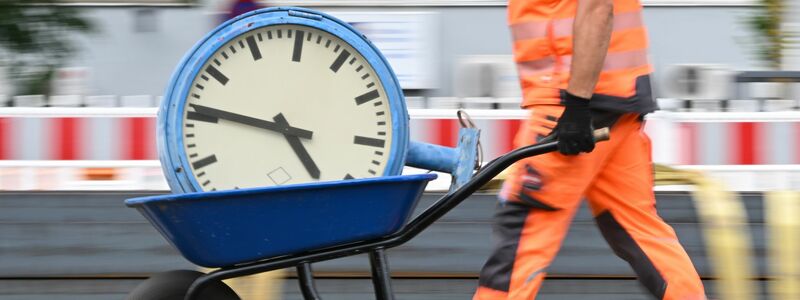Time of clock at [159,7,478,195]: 4:46
